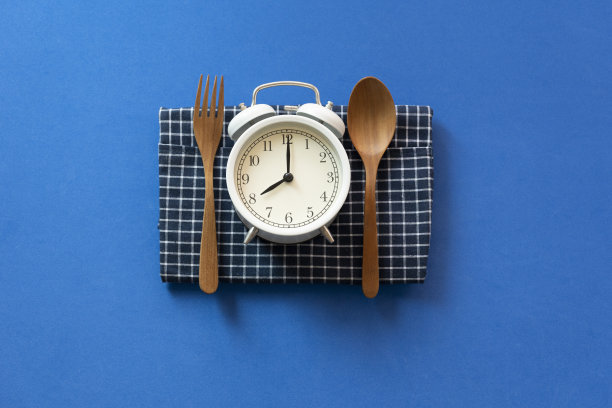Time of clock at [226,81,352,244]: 8:00
